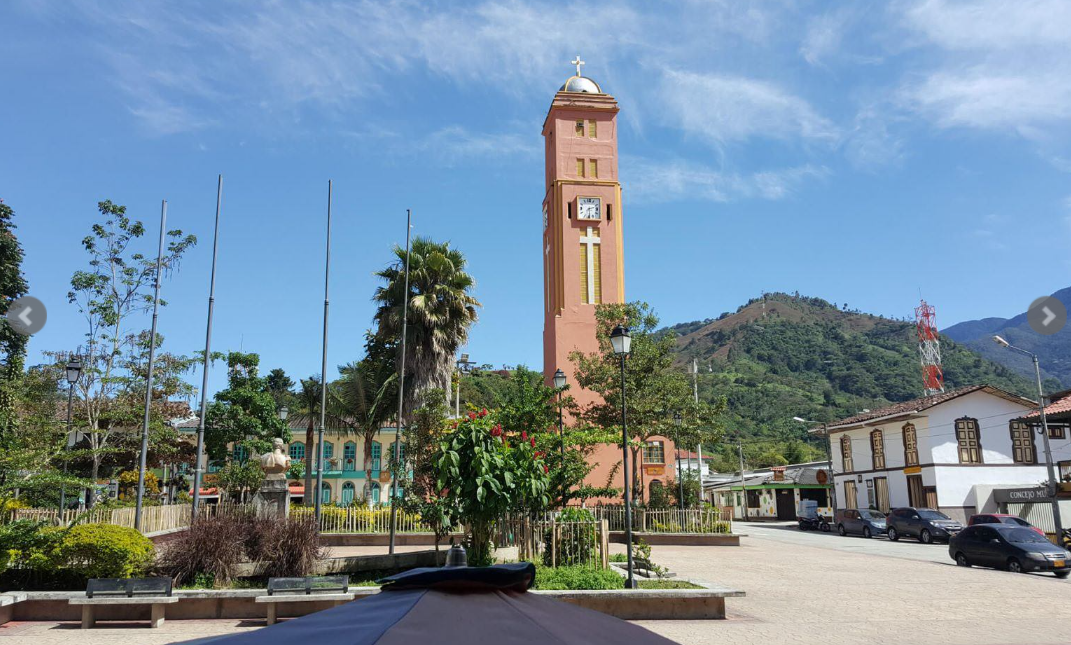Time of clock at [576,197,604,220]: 2:29
